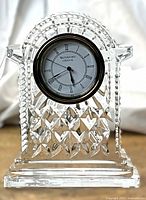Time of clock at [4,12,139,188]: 5:38
